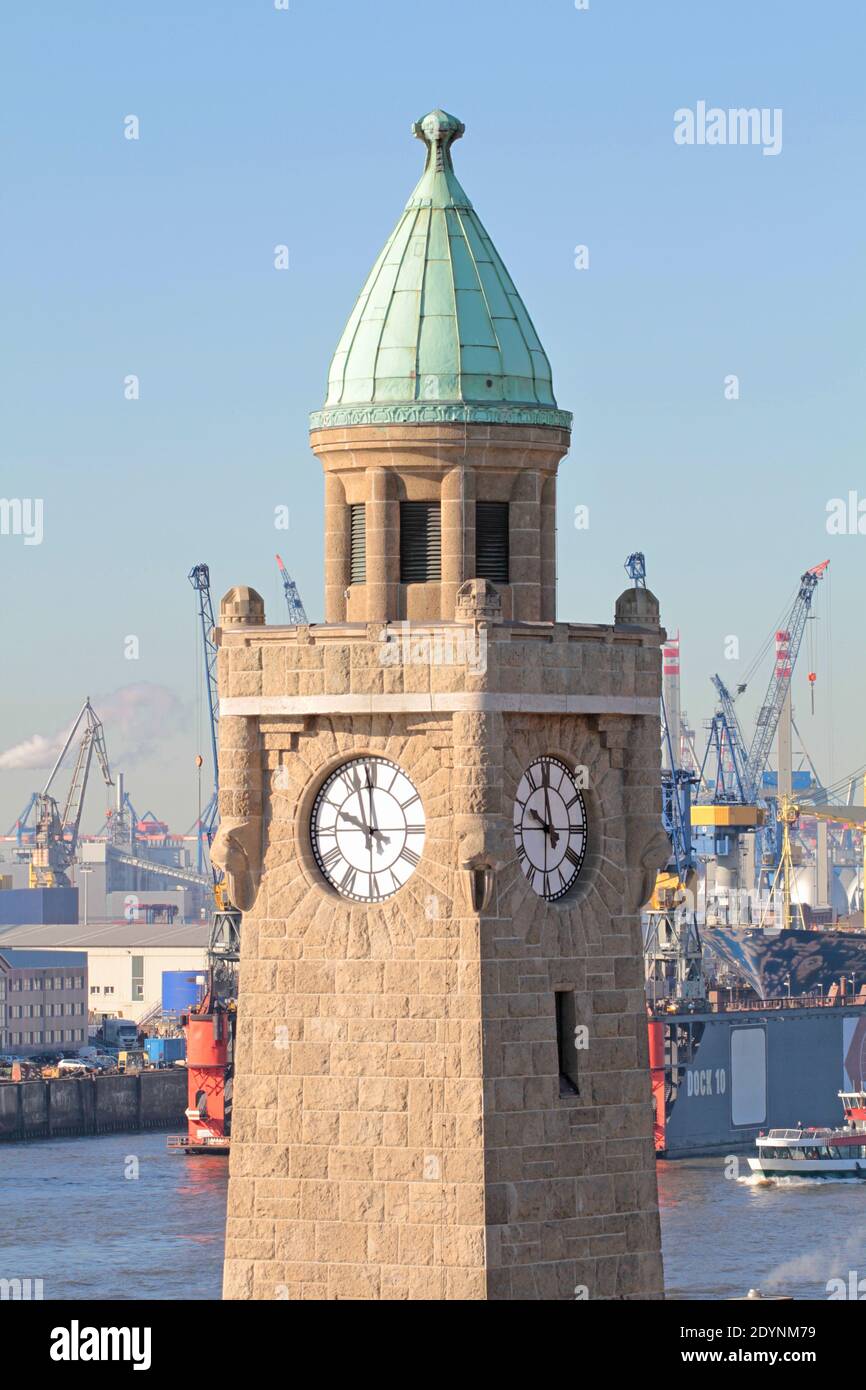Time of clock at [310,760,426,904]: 9:57
